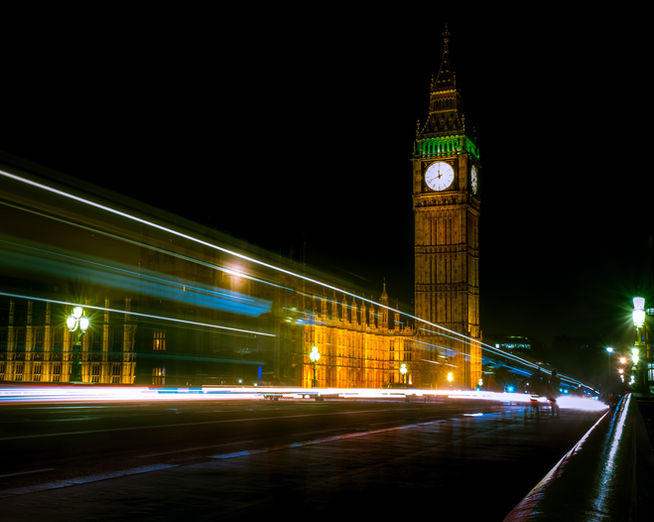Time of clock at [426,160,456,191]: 11:41
